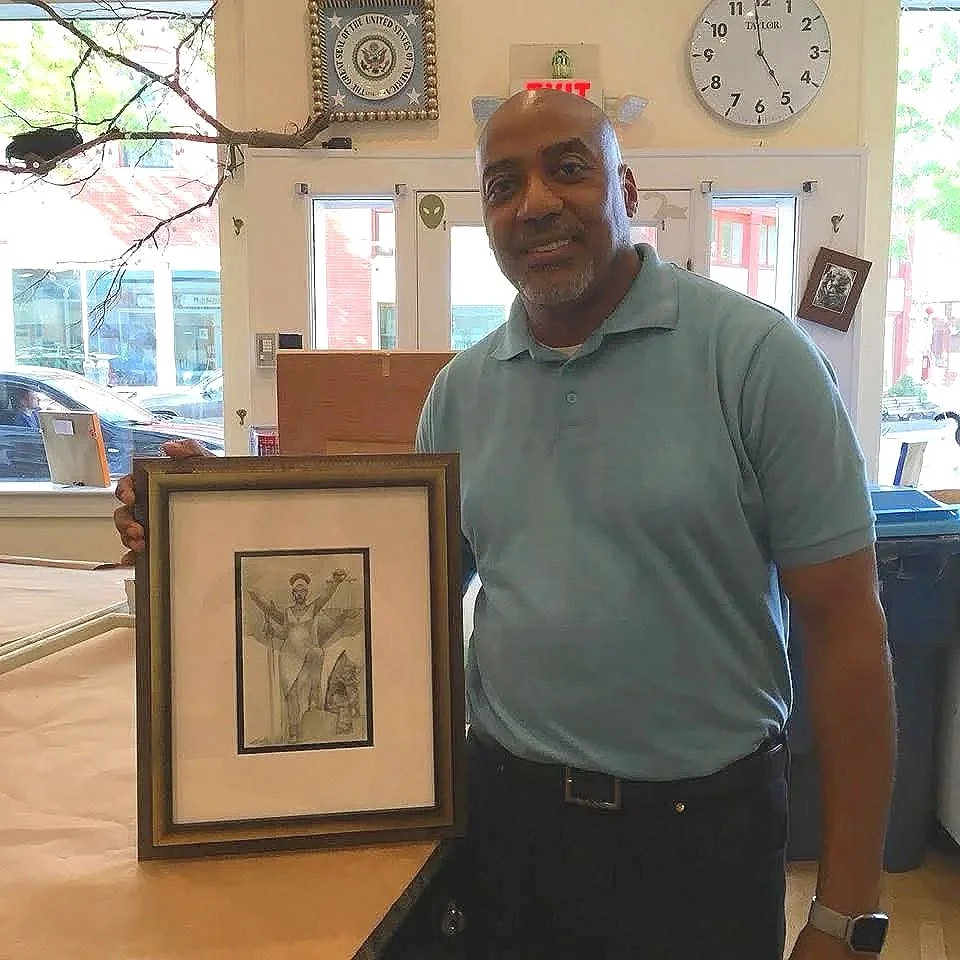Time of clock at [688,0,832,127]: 4:58
